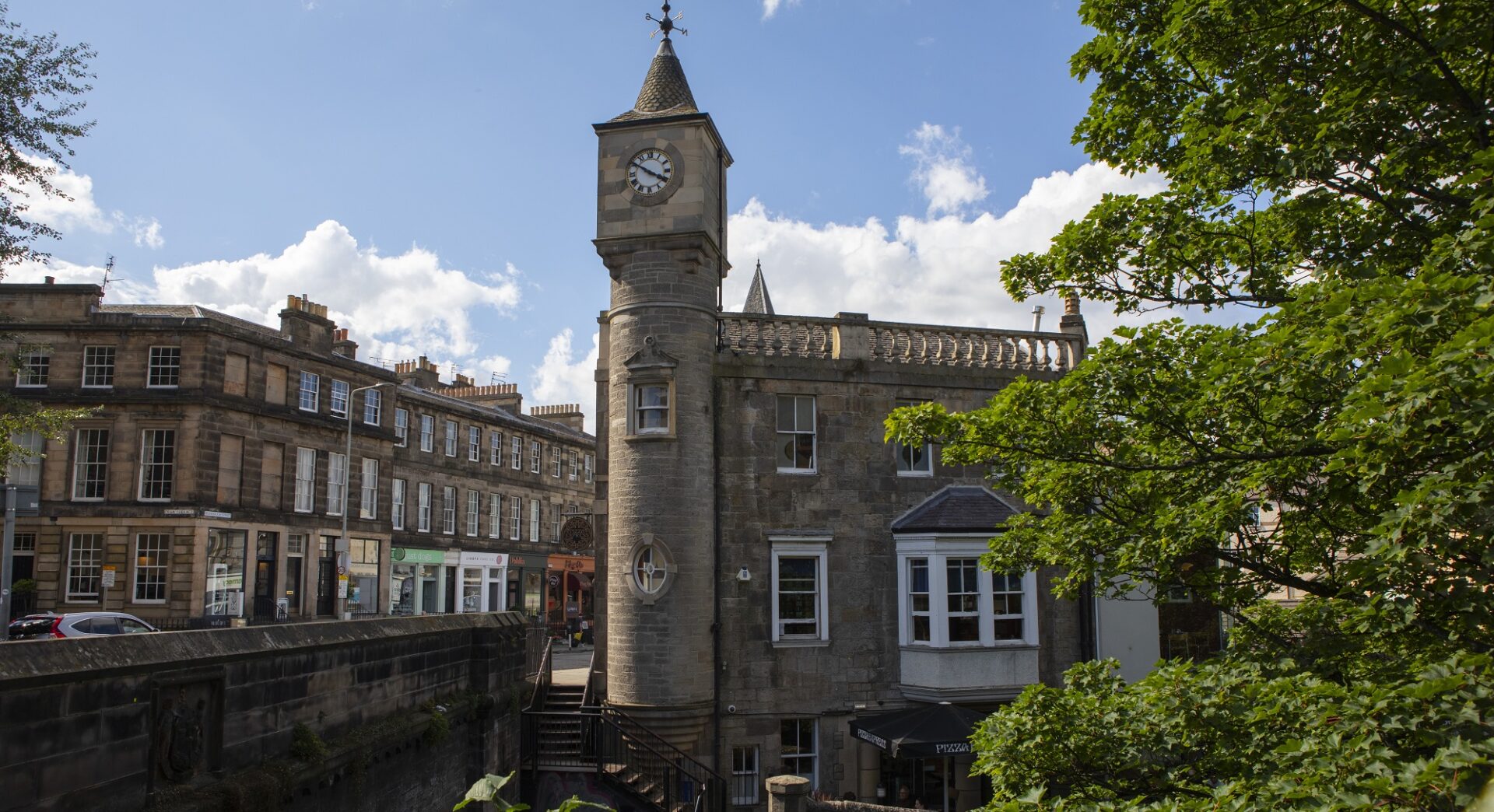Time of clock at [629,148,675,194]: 3:50
